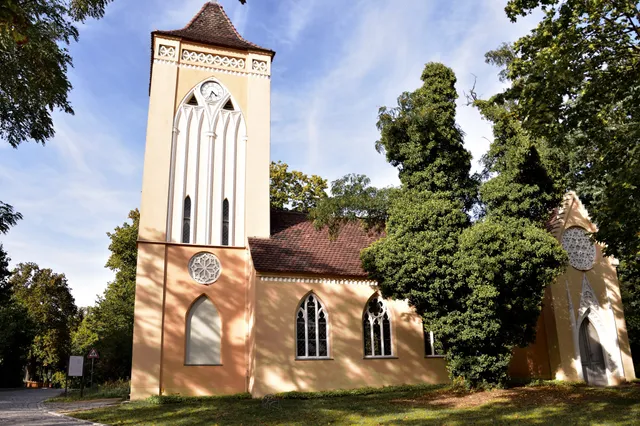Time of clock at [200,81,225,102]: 4:33
